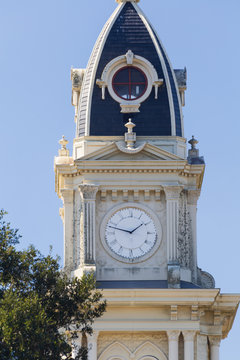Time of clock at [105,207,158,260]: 1:47
